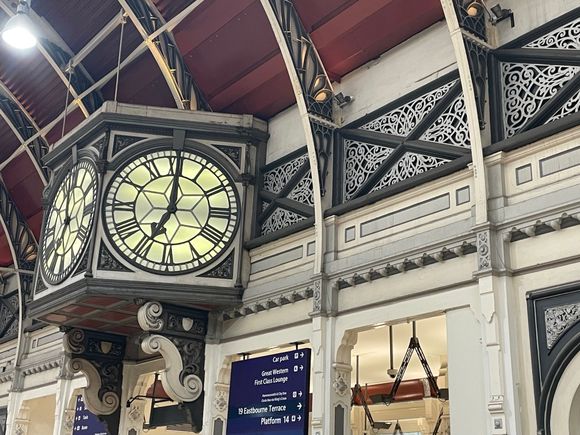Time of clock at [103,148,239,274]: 7:00
